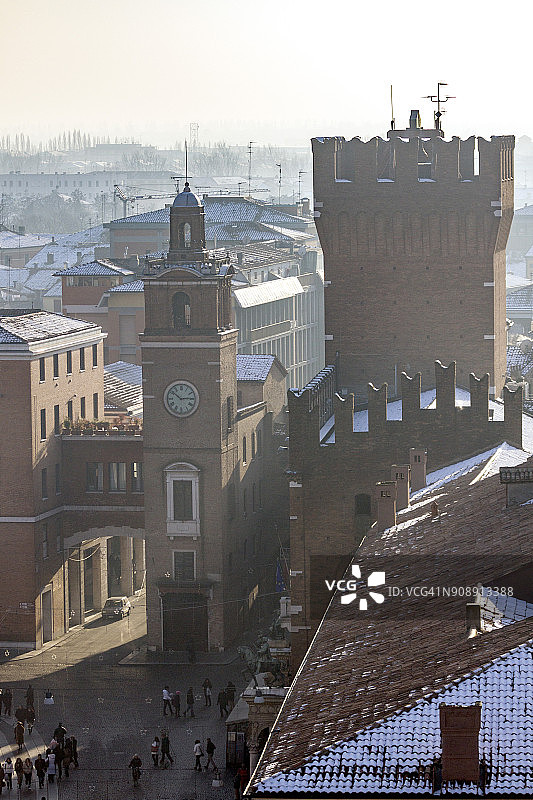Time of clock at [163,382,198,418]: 10:14
